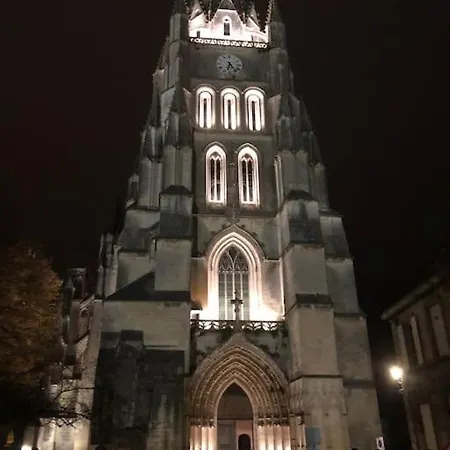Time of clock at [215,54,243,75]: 6:24
